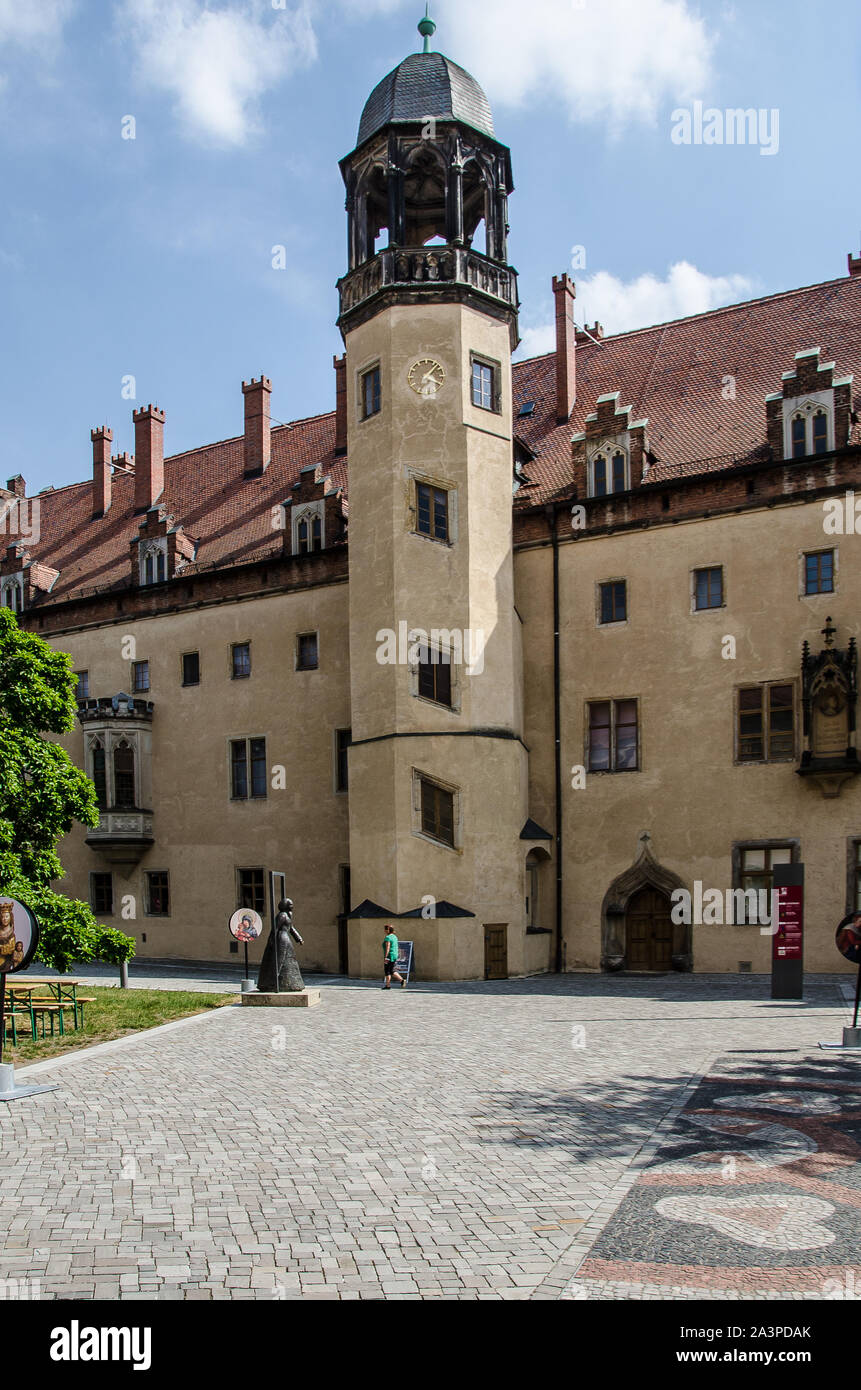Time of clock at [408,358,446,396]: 1:18
